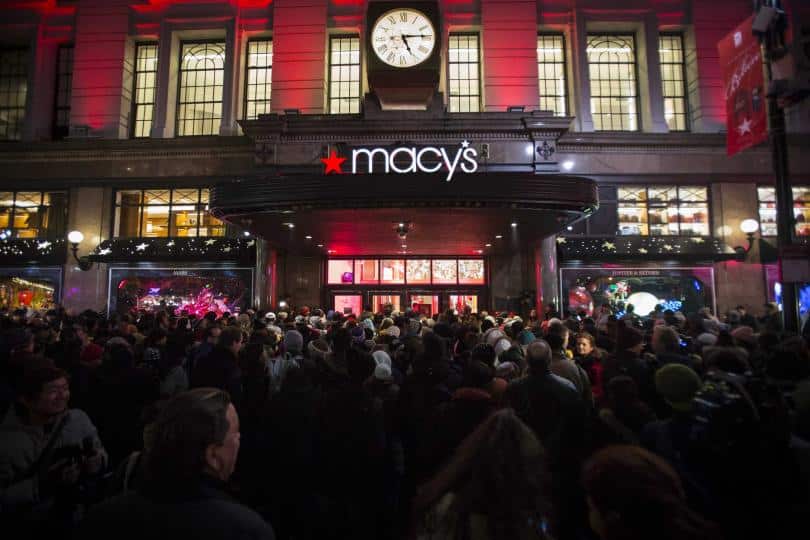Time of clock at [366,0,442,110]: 5:14
